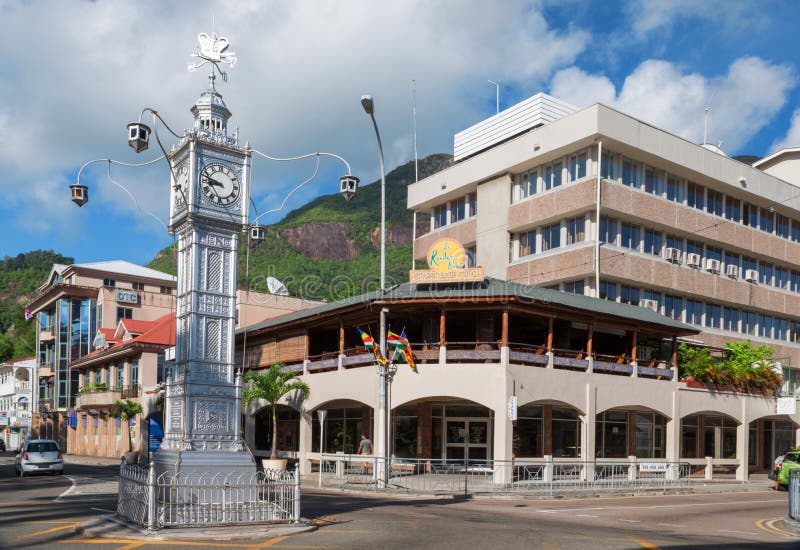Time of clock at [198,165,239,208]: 8:47
